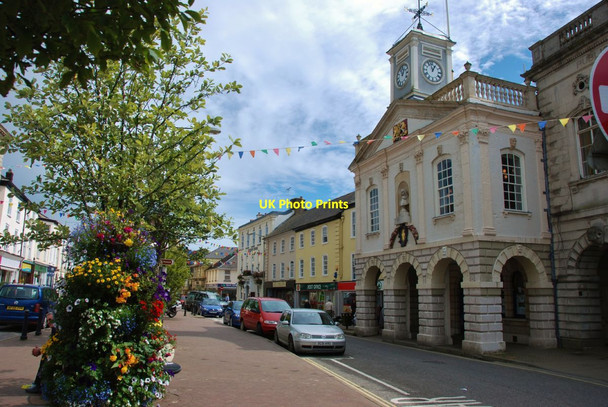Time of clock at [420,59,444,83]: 12:57
